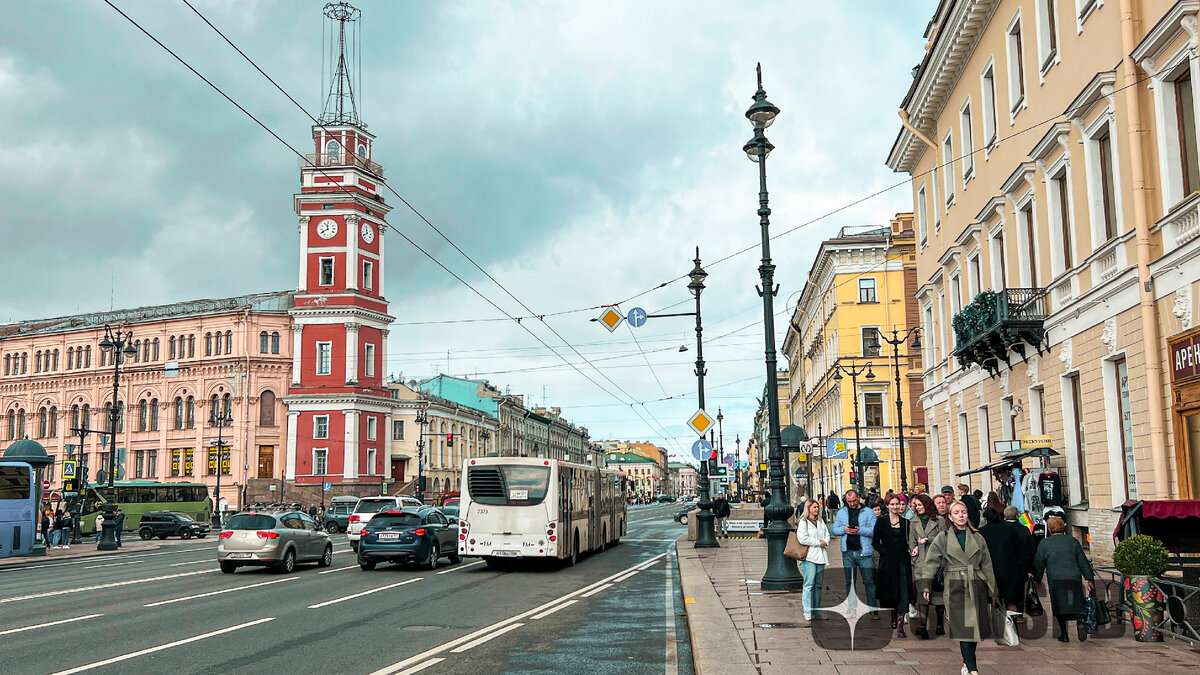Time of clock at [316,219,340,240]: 11:40
